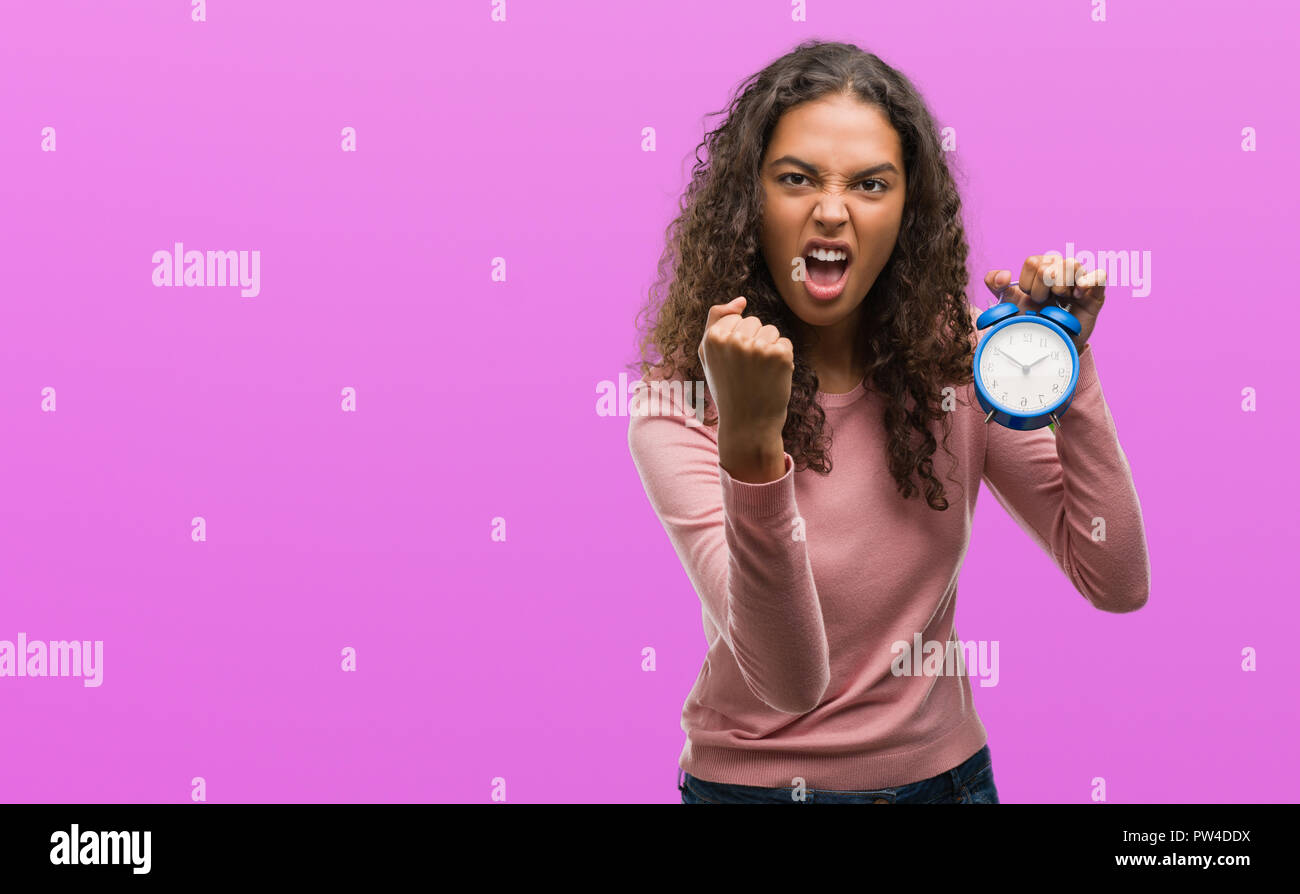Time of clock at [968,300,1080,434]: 1:50
